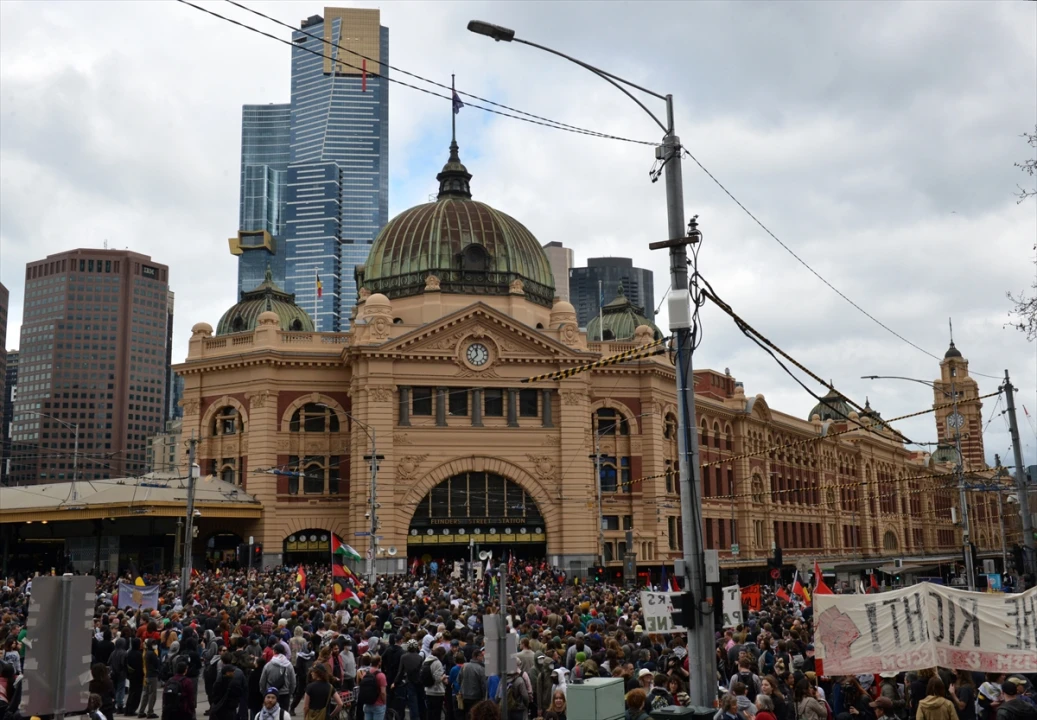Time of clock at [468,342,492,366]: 11:37
